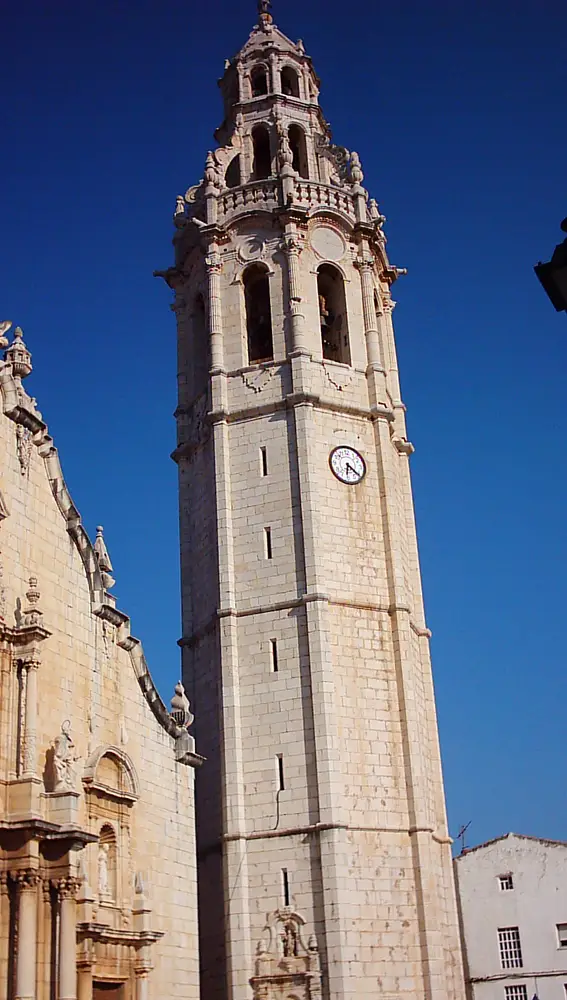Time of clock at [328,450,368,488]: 6:21
